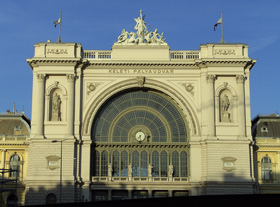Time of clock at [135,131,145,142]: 7:28
